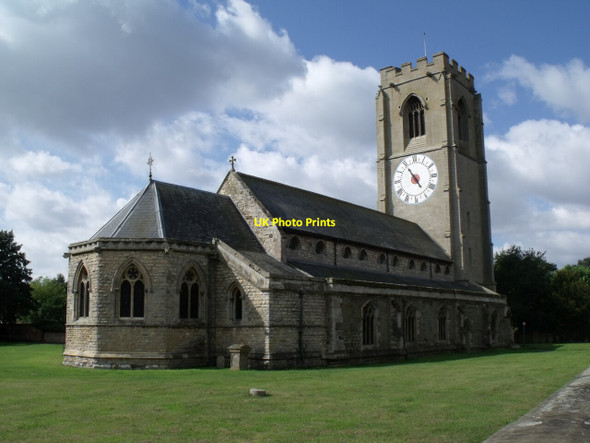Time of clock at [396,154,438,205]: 4:54
